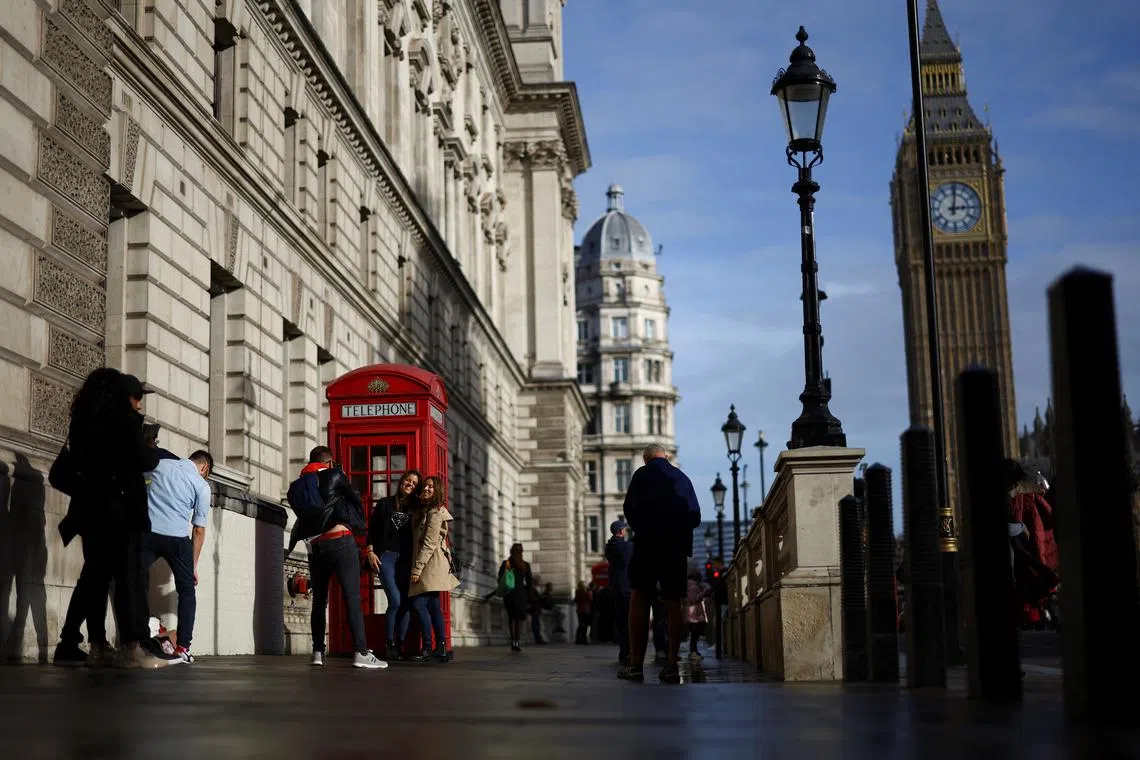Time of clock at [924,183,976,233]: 3:01
